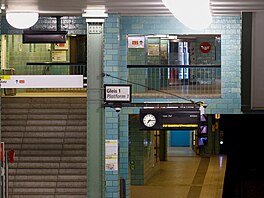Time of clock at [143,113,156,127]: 7:15
